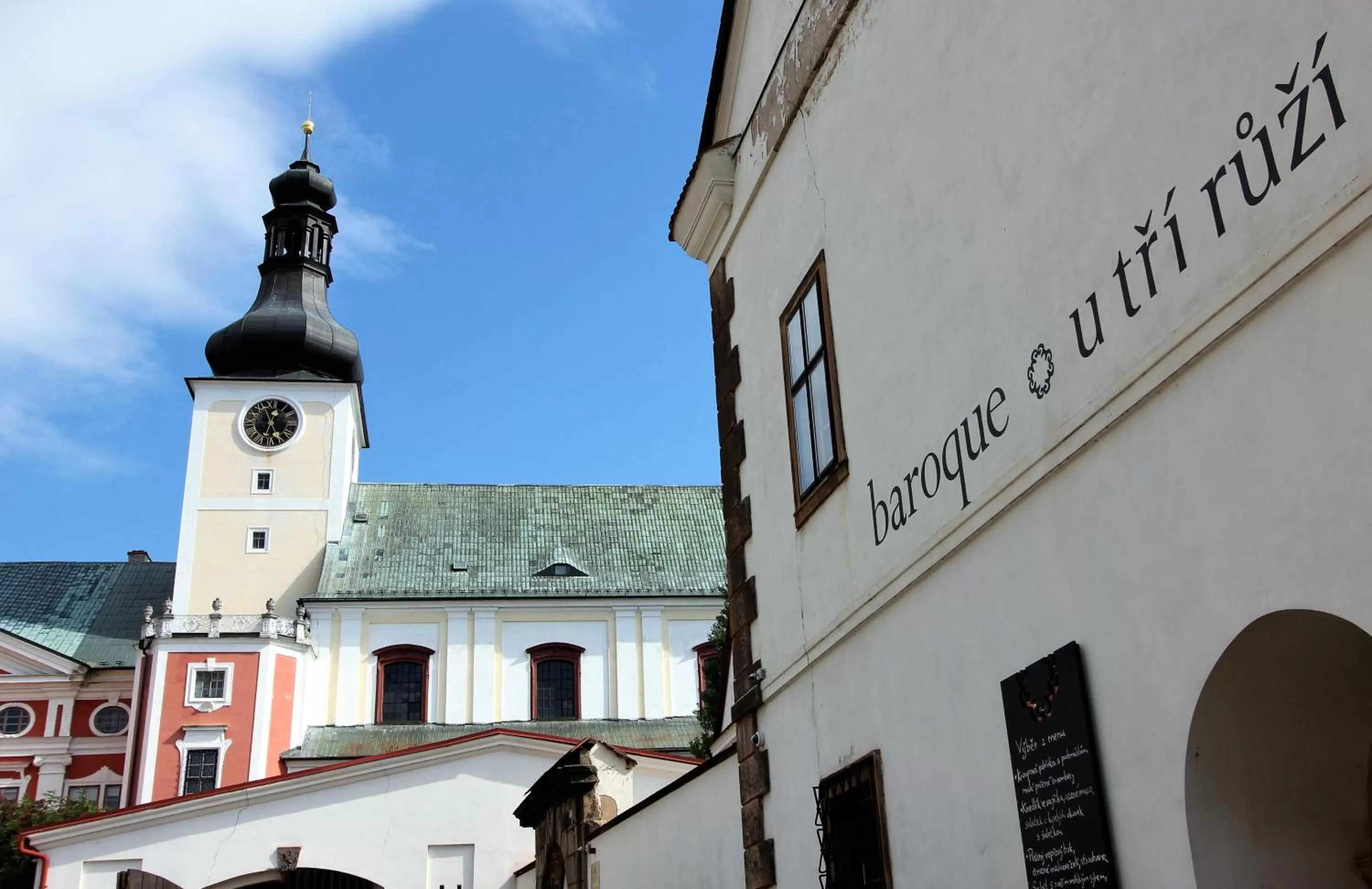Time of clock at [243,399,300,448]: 12:25
